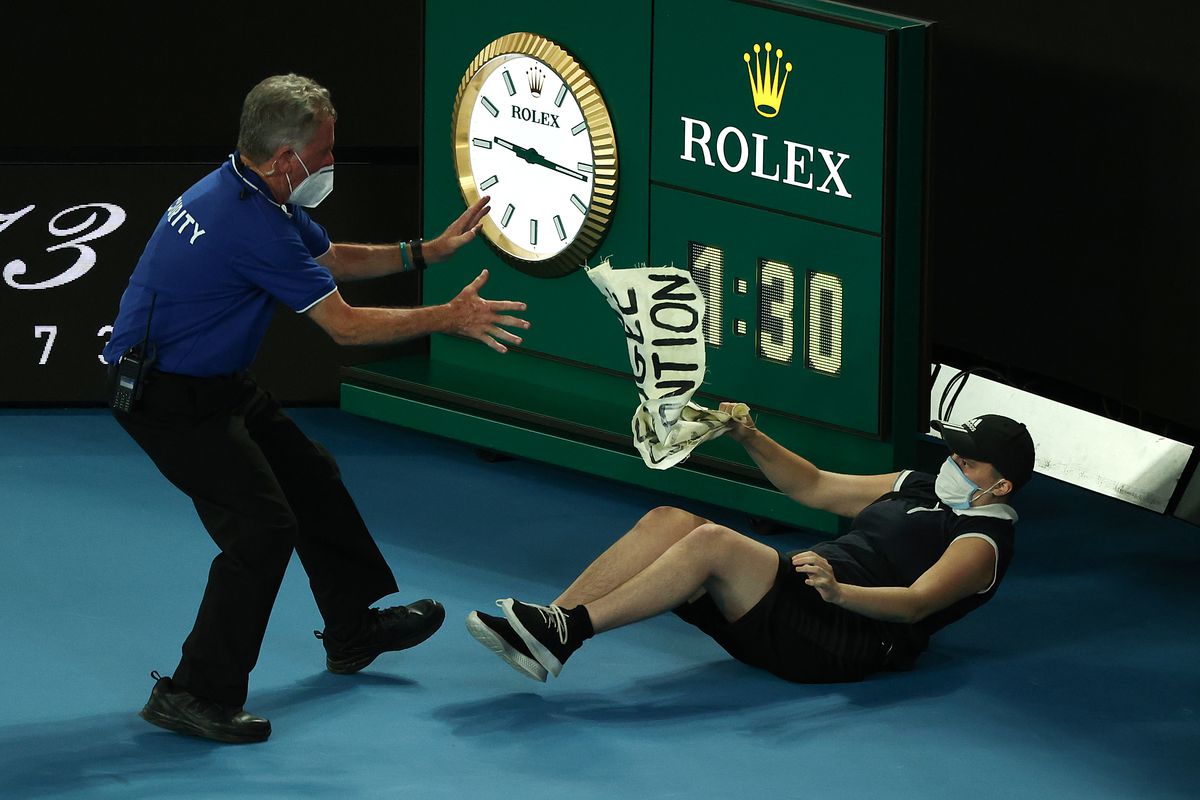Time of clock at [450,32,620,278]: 9:16
